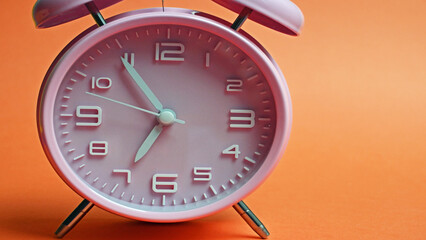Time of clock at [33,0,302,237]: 6:54
